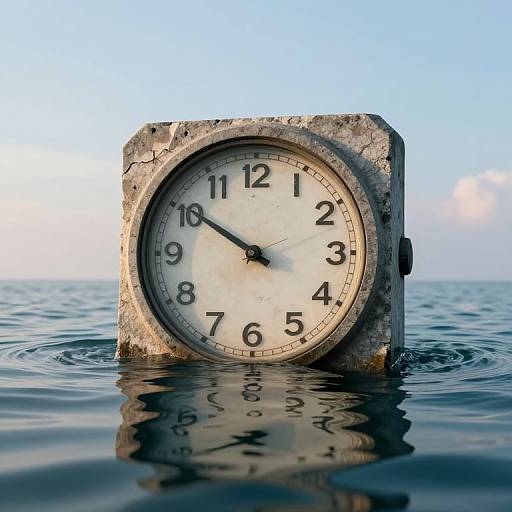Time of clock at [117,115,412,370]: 9:50
